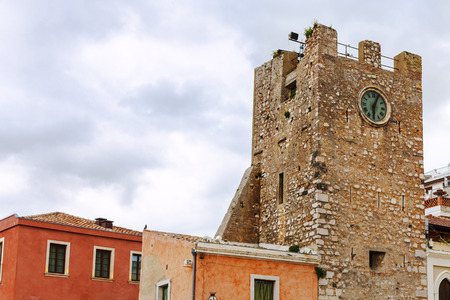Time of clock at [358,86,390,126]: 6:04
